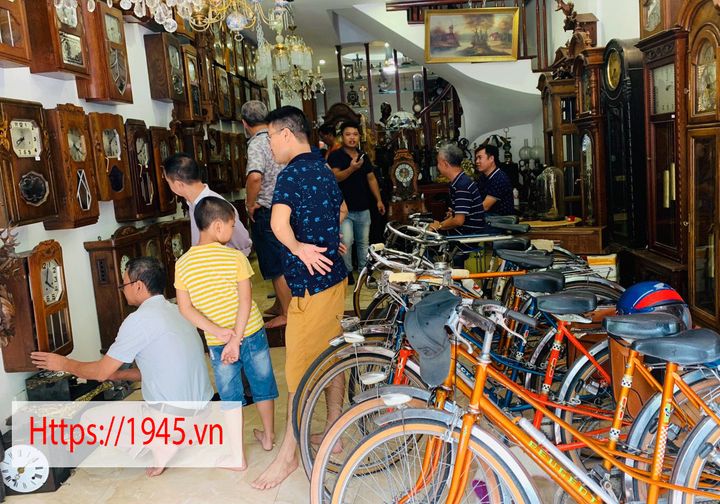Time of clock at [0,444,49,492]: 7:08
